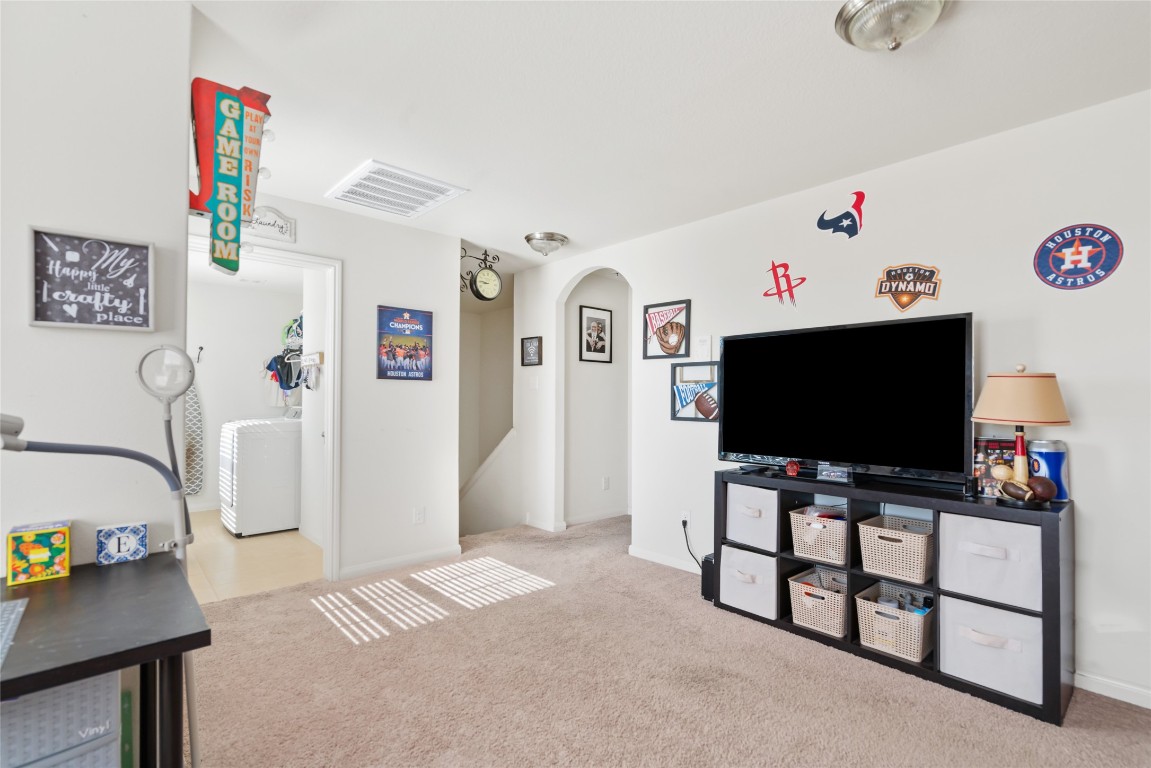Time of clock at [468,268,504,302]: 8:45
